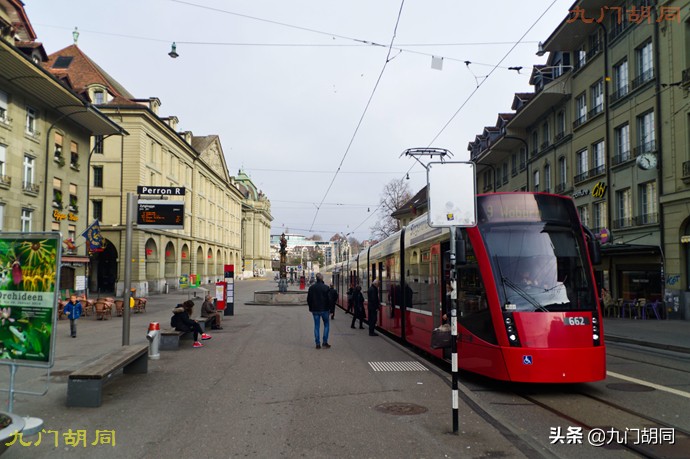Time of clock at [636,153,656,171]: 10:28
